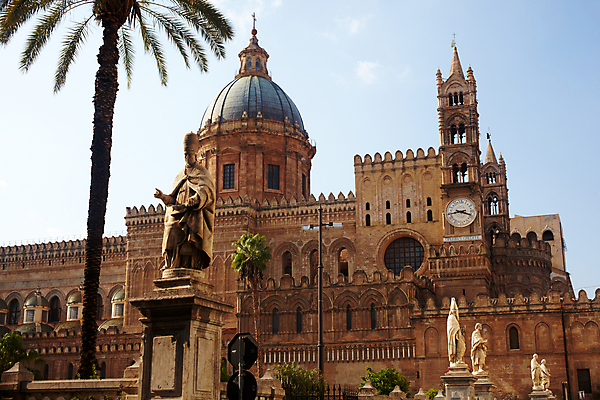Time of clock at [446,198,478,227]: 3:43
